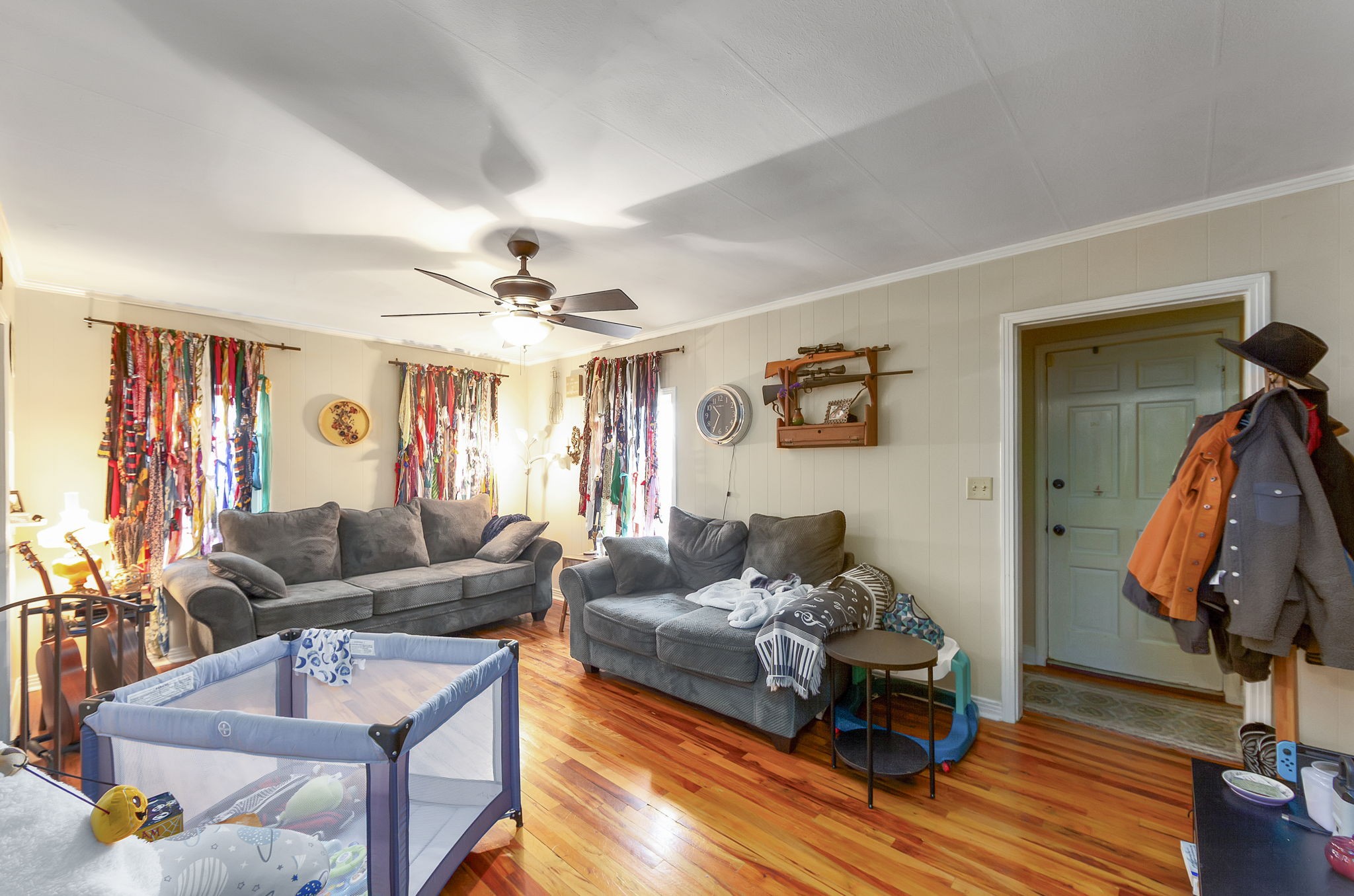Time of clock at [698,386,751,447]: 10:34
